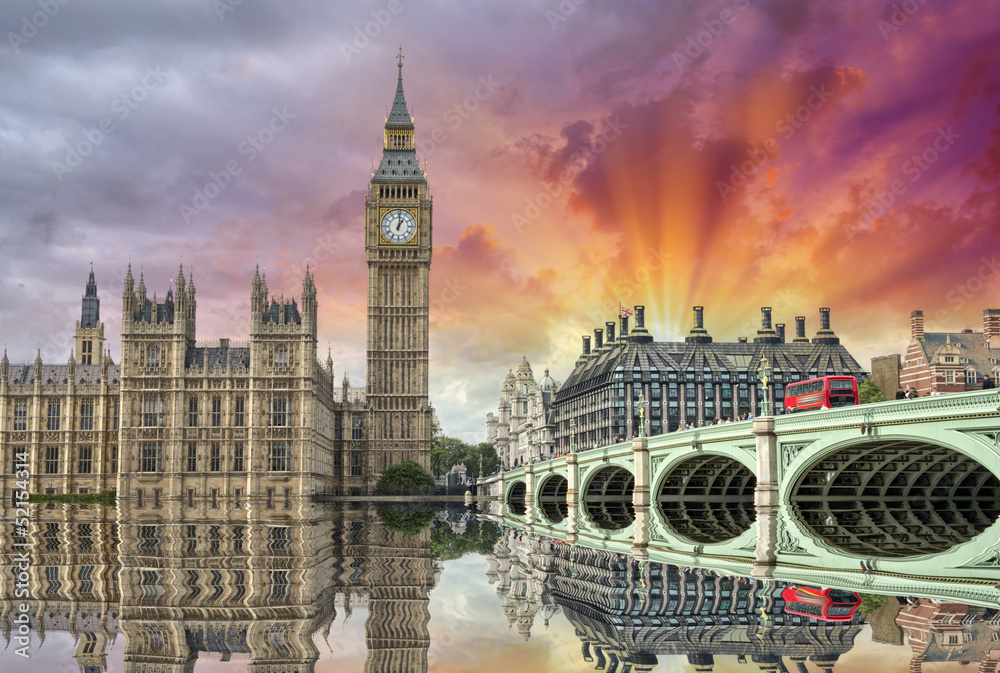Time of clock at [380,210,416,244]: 1:01
